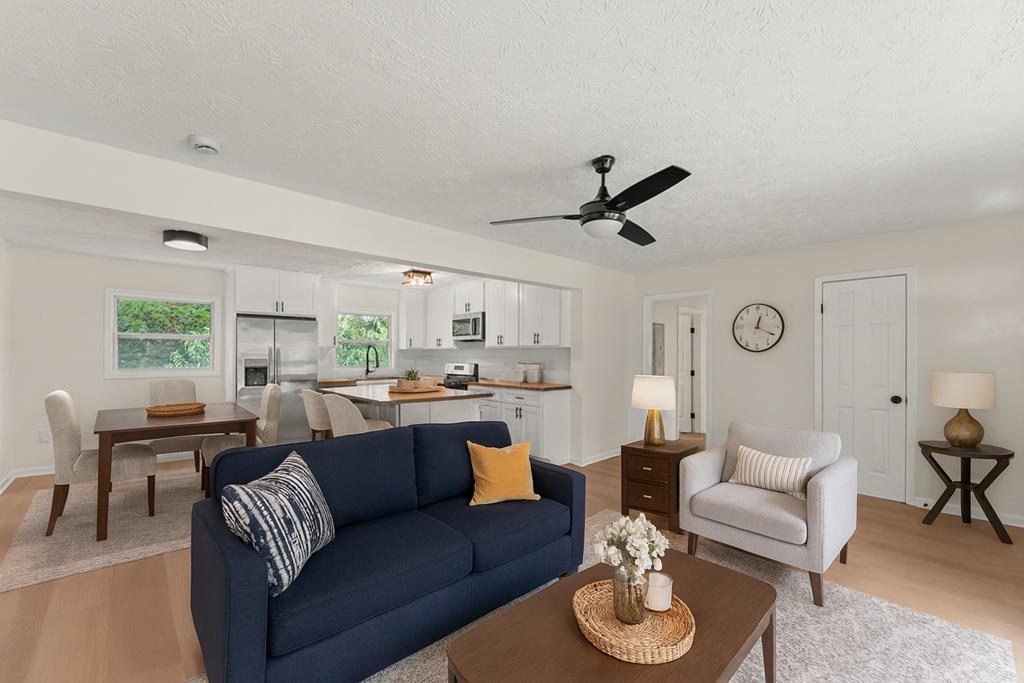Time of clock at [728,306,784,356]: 12:19
